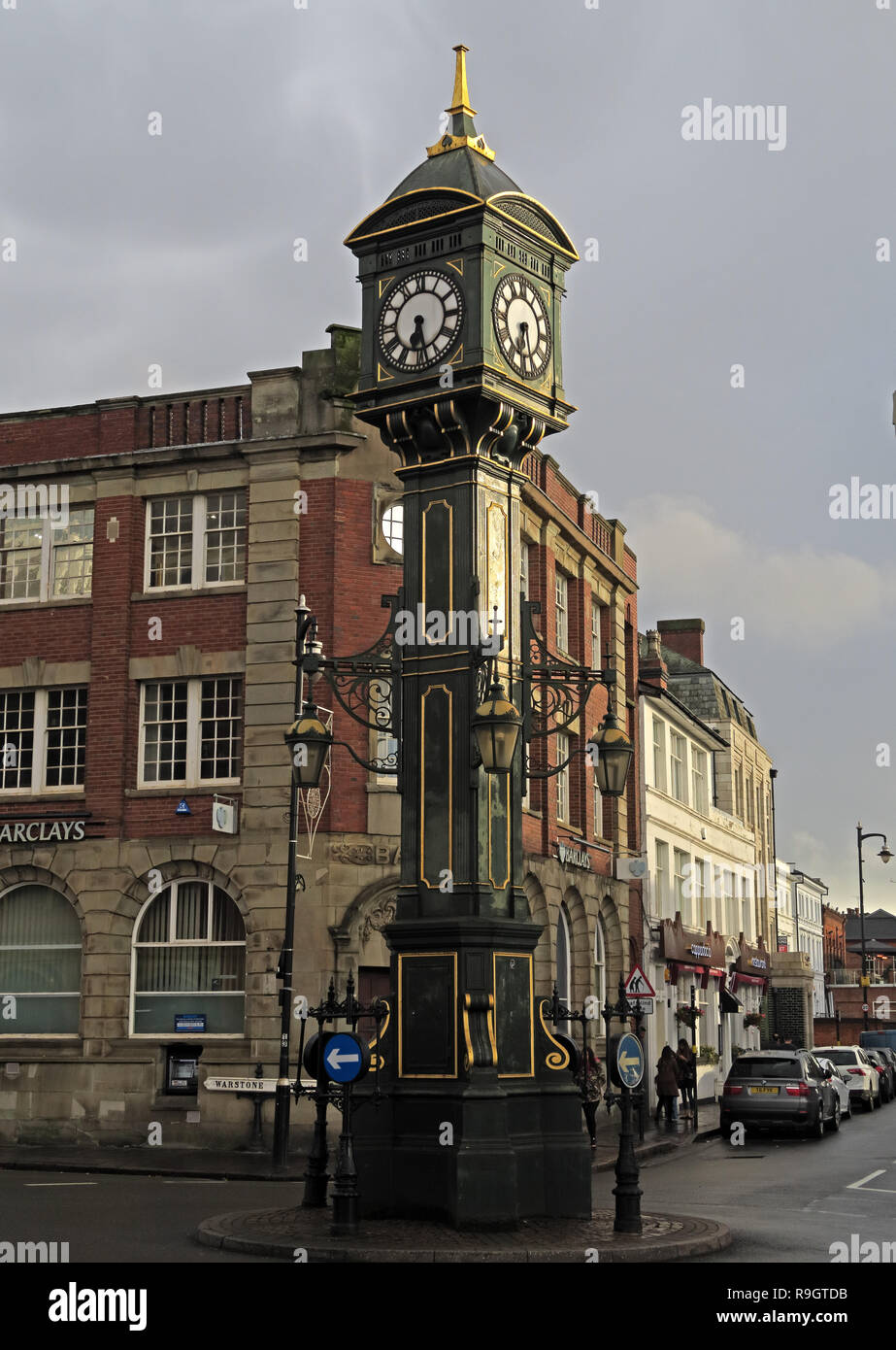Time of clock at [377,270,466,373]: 6:28
